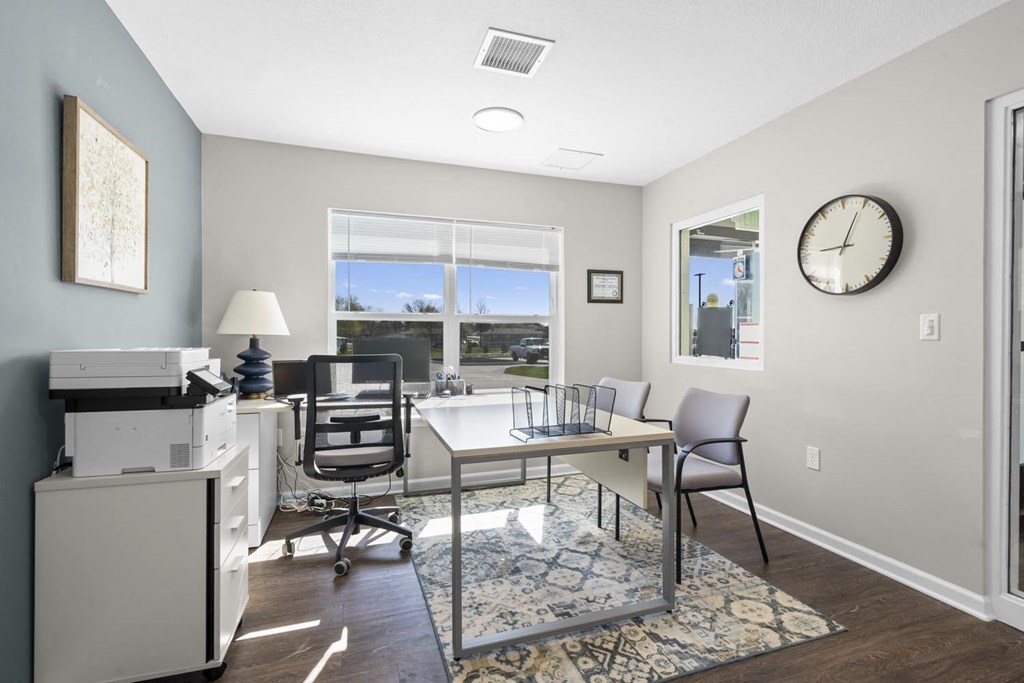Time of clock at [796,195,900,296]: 9:04
